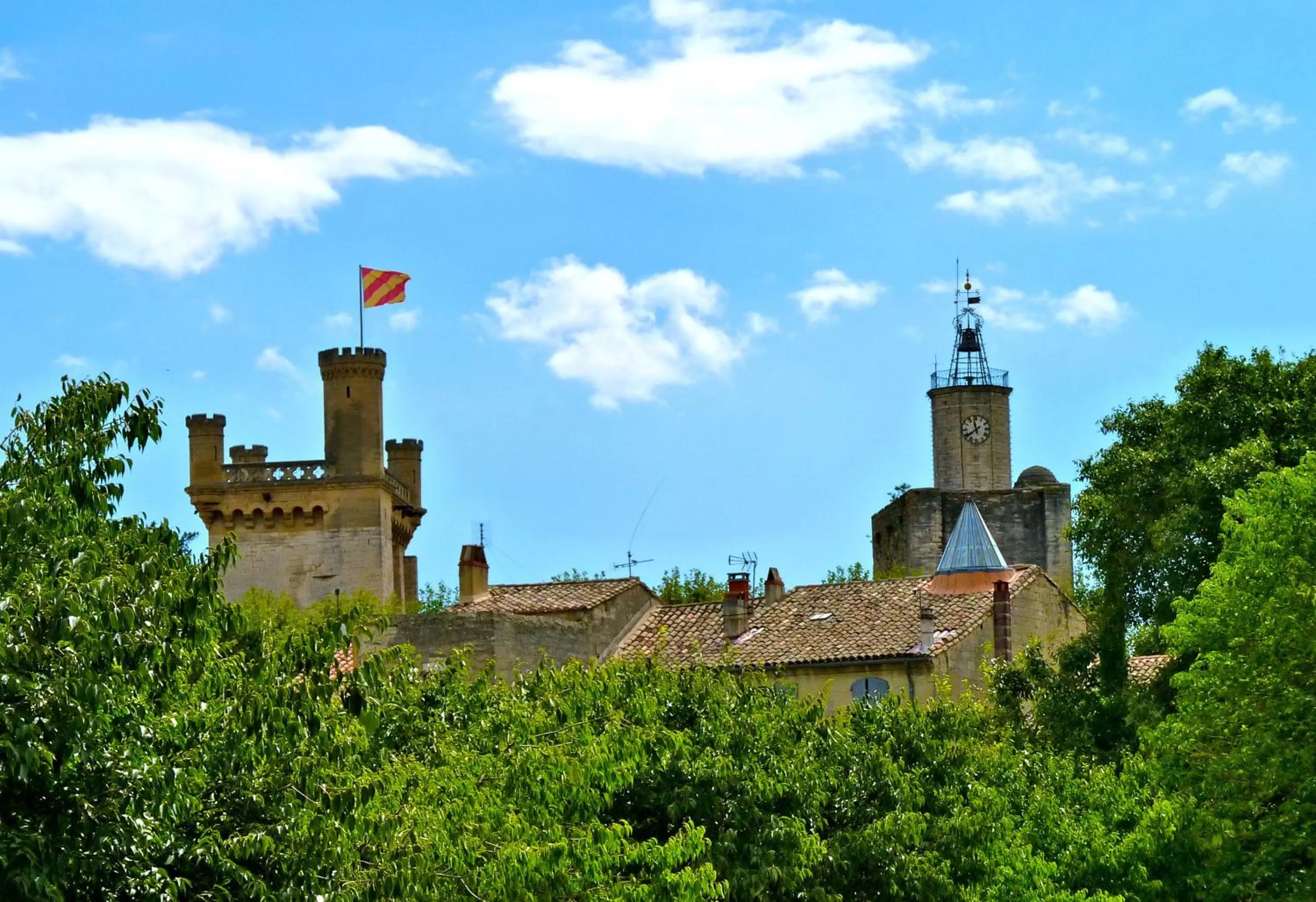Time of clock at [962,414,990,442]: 11:39
